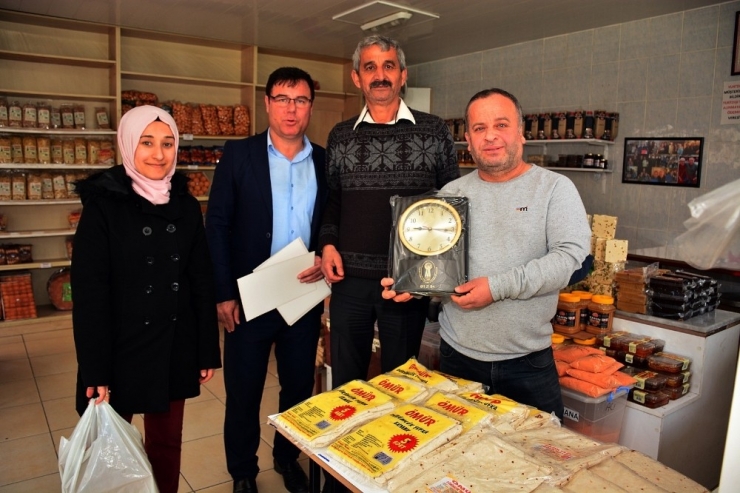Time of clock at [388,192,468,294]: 9:16
